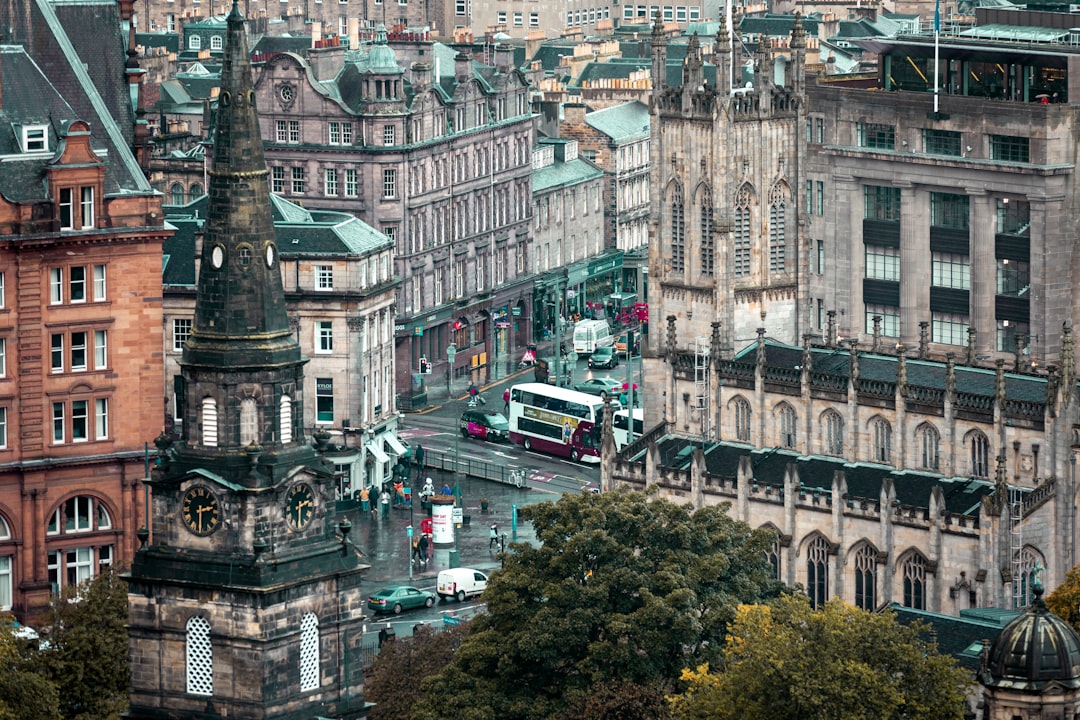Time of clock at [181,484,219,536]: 2:30
